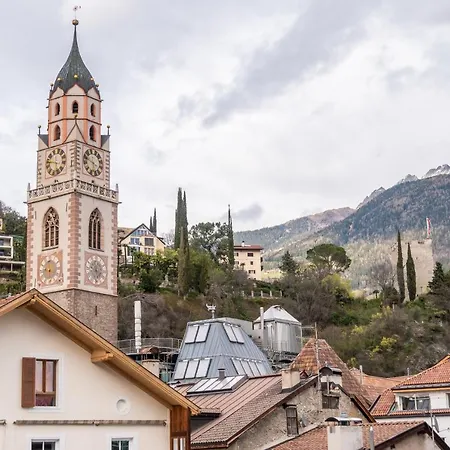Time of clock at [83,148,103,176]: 5:49
